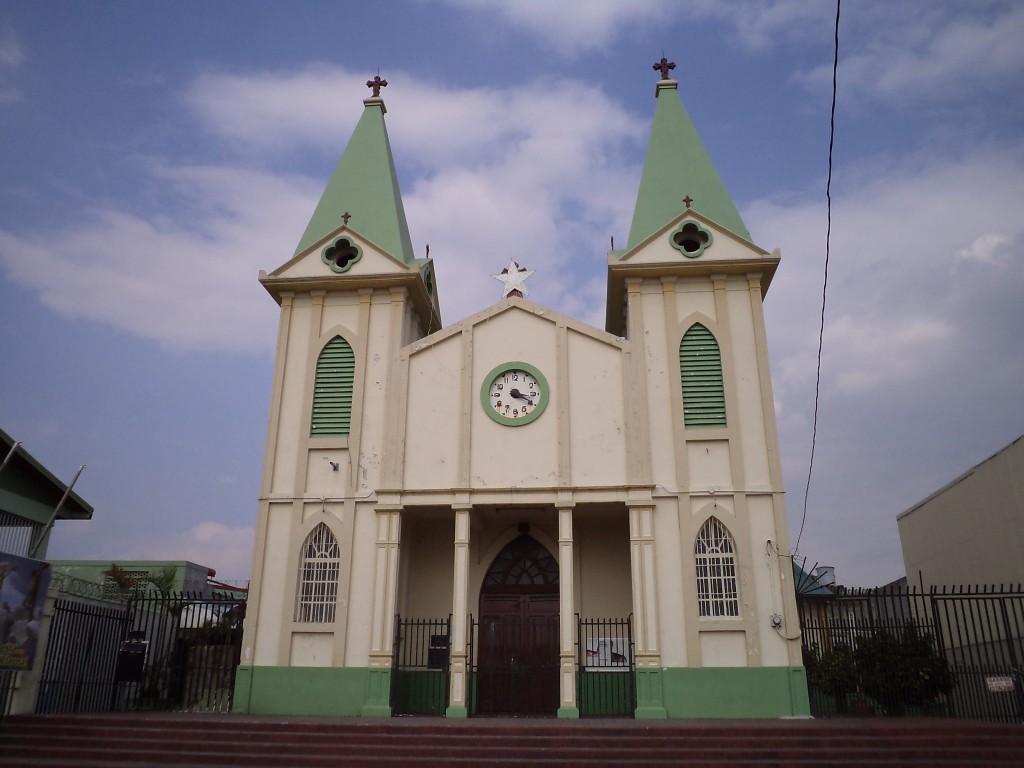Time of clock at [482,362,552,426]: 3:19
